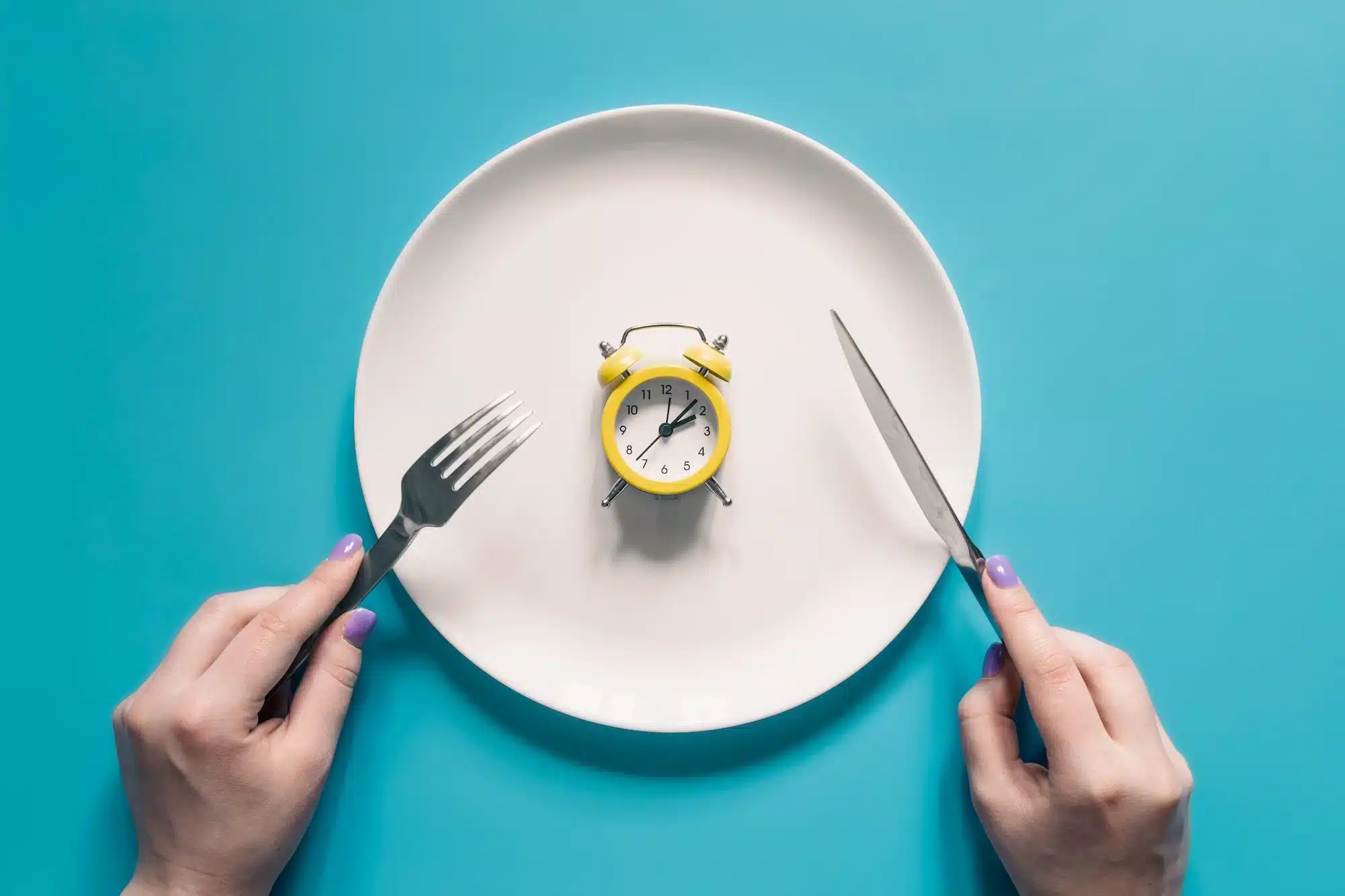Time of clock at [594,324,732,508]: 2:07
